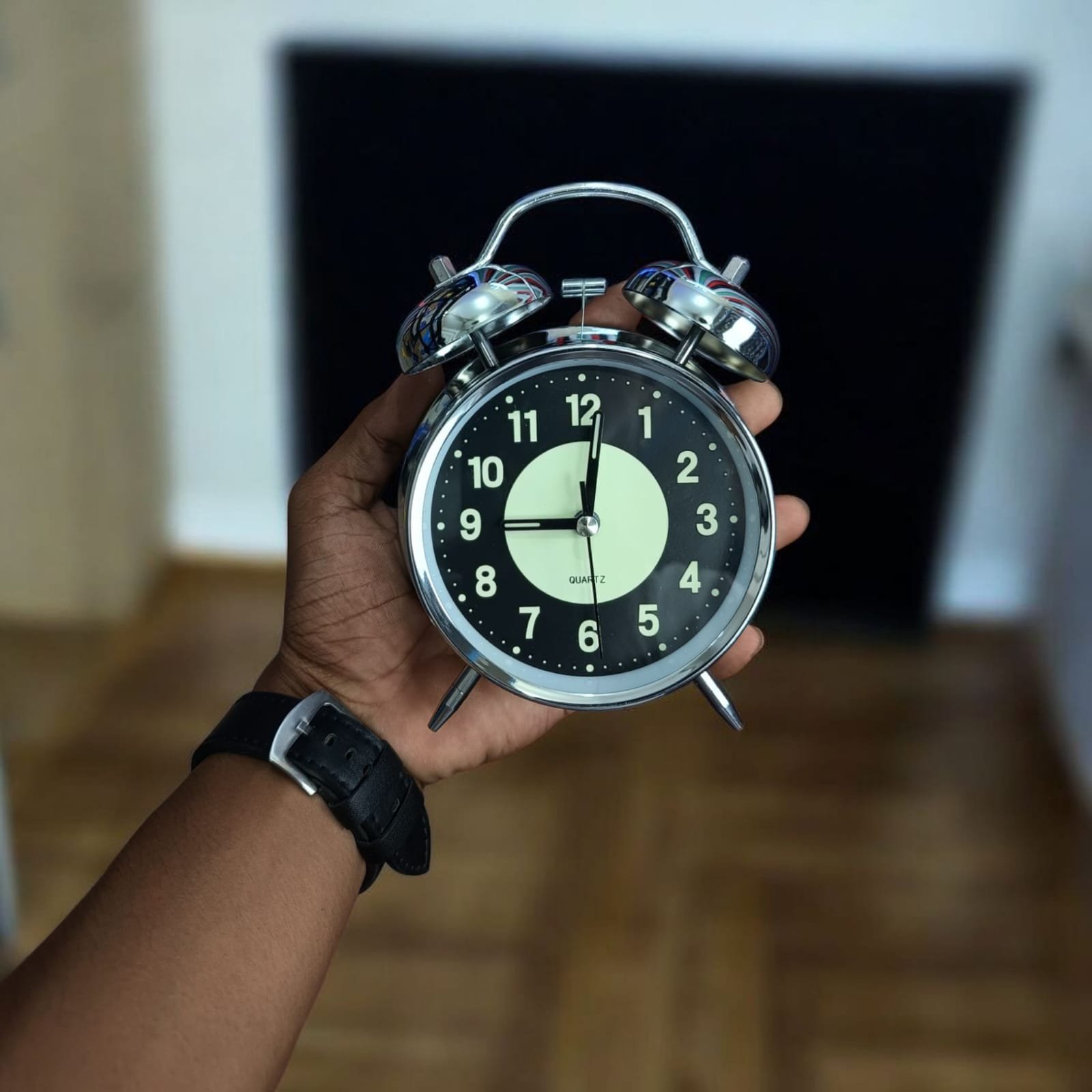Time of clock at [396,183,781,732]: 9:01
